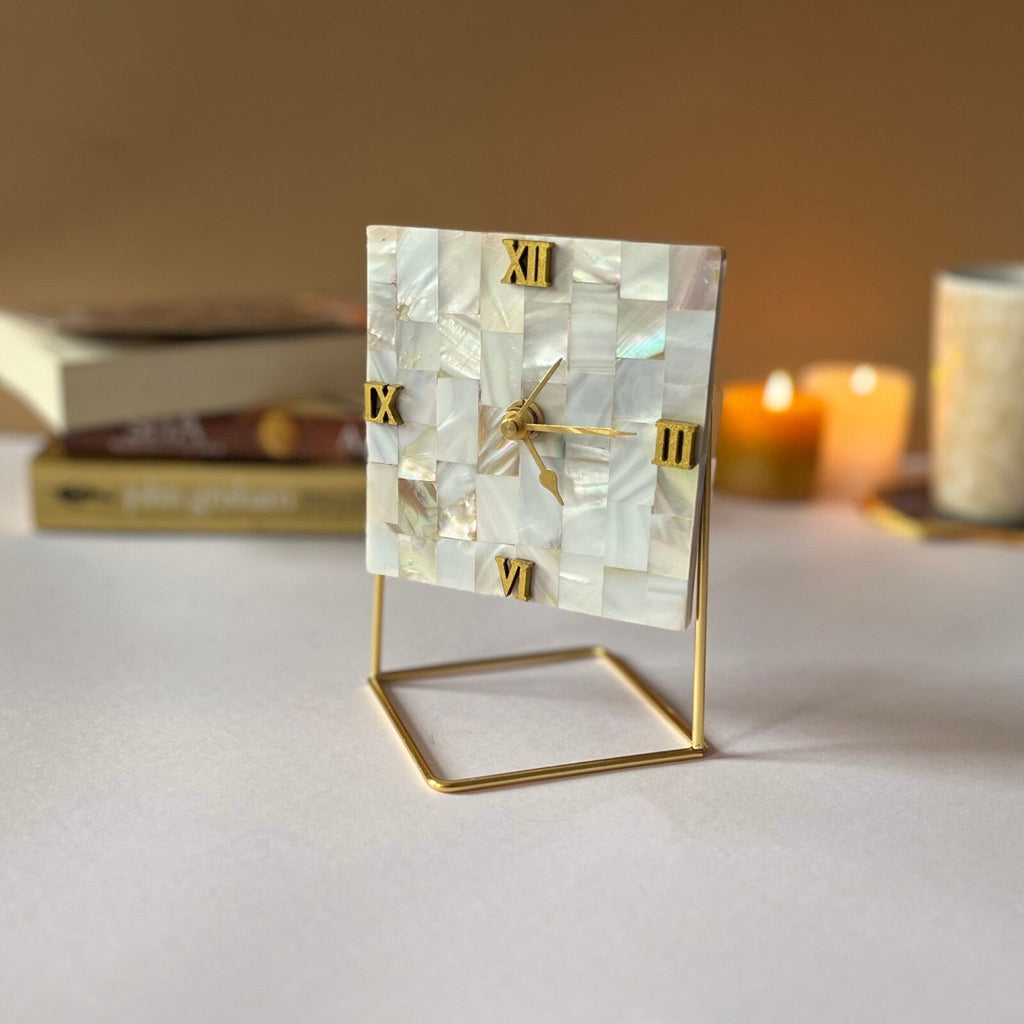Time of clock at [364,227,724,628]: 1:14
